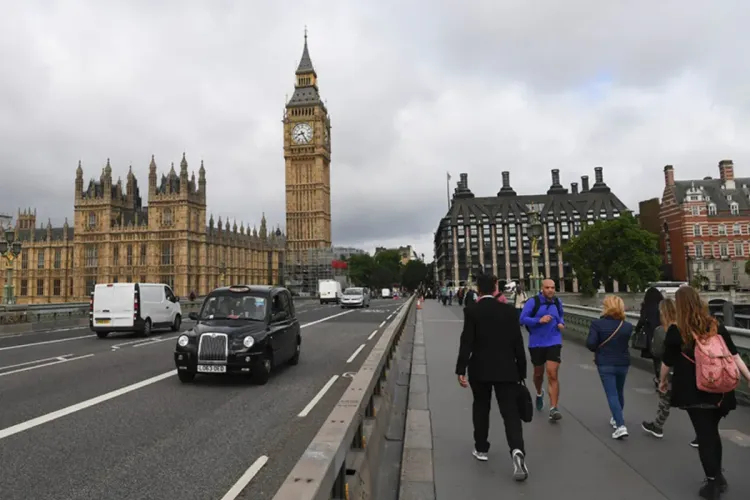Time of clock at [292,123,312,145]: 8:25
